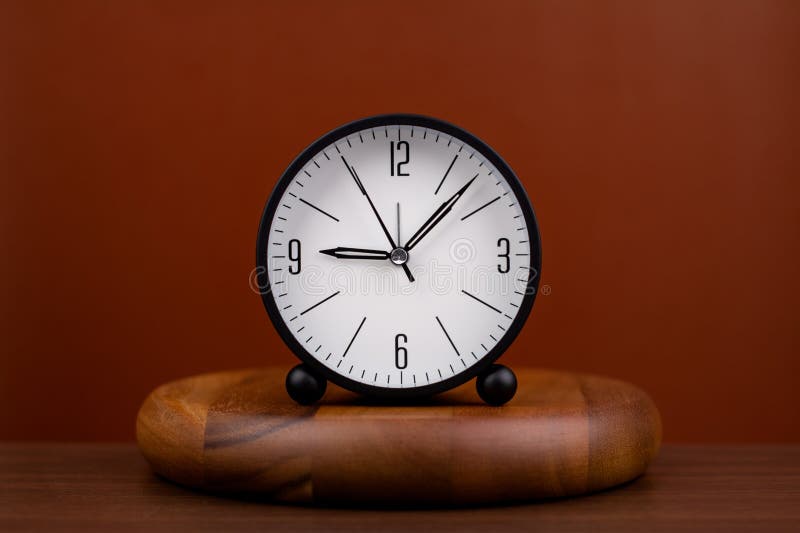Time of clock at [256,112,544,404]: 9:07
